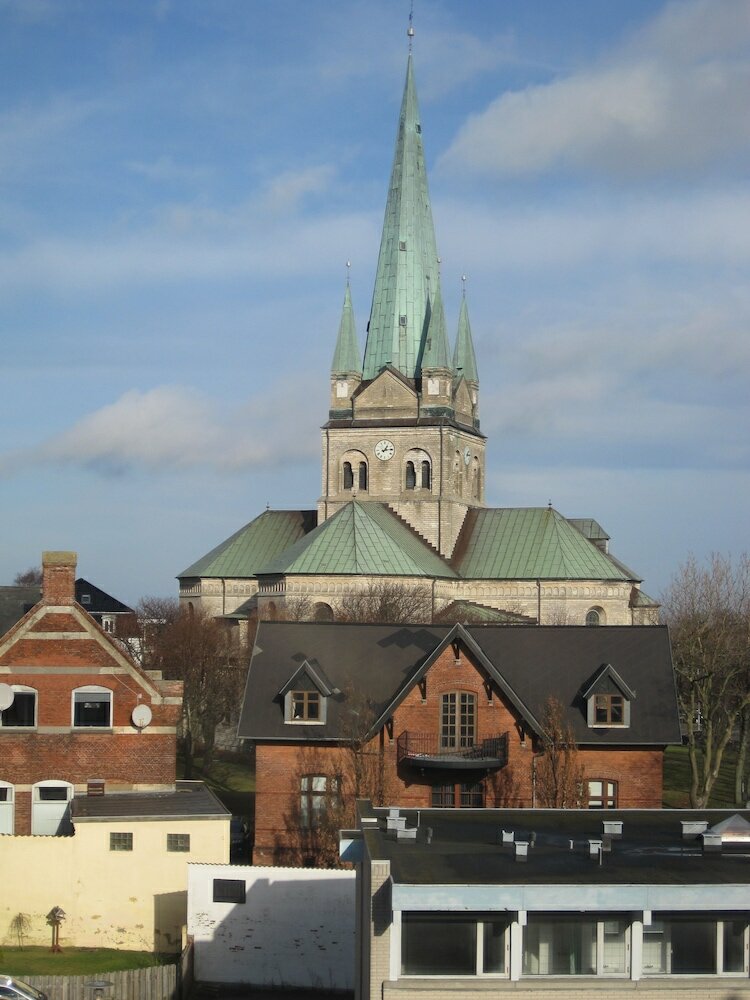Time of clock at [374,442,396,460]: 1:13
